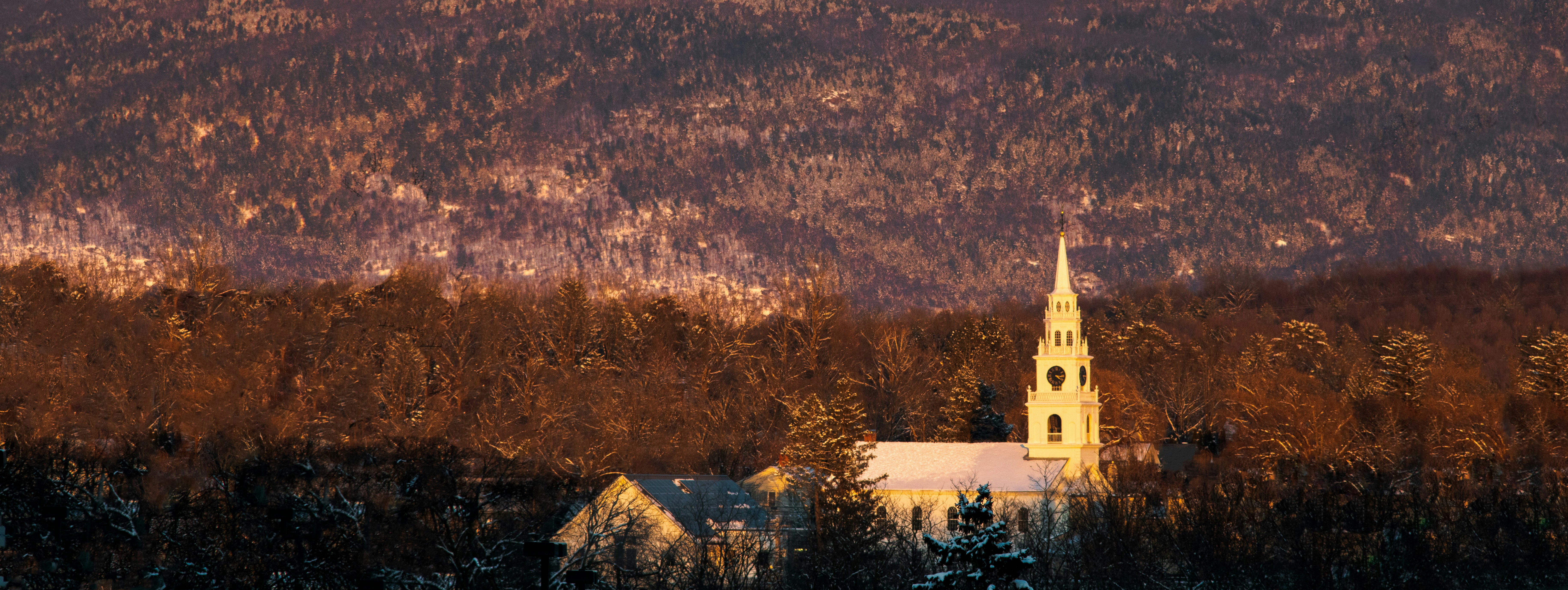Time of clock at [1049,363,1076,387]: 3:20
